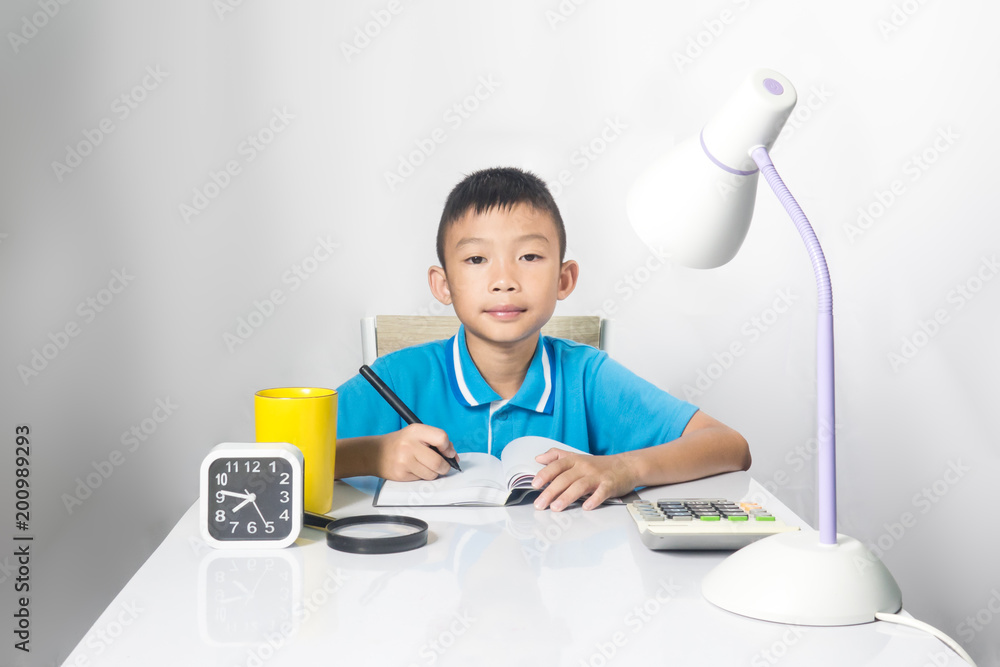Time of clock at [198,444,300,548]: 7:46
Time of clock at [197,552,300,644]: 10:05
